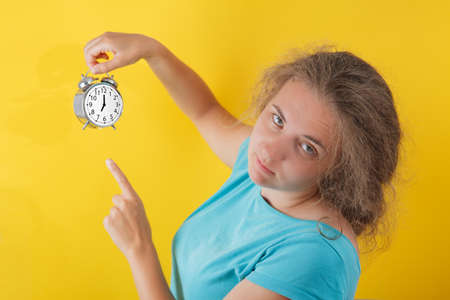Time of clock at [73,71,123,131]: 7:00
